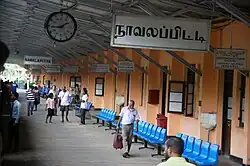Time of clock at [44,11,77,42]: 1:43
